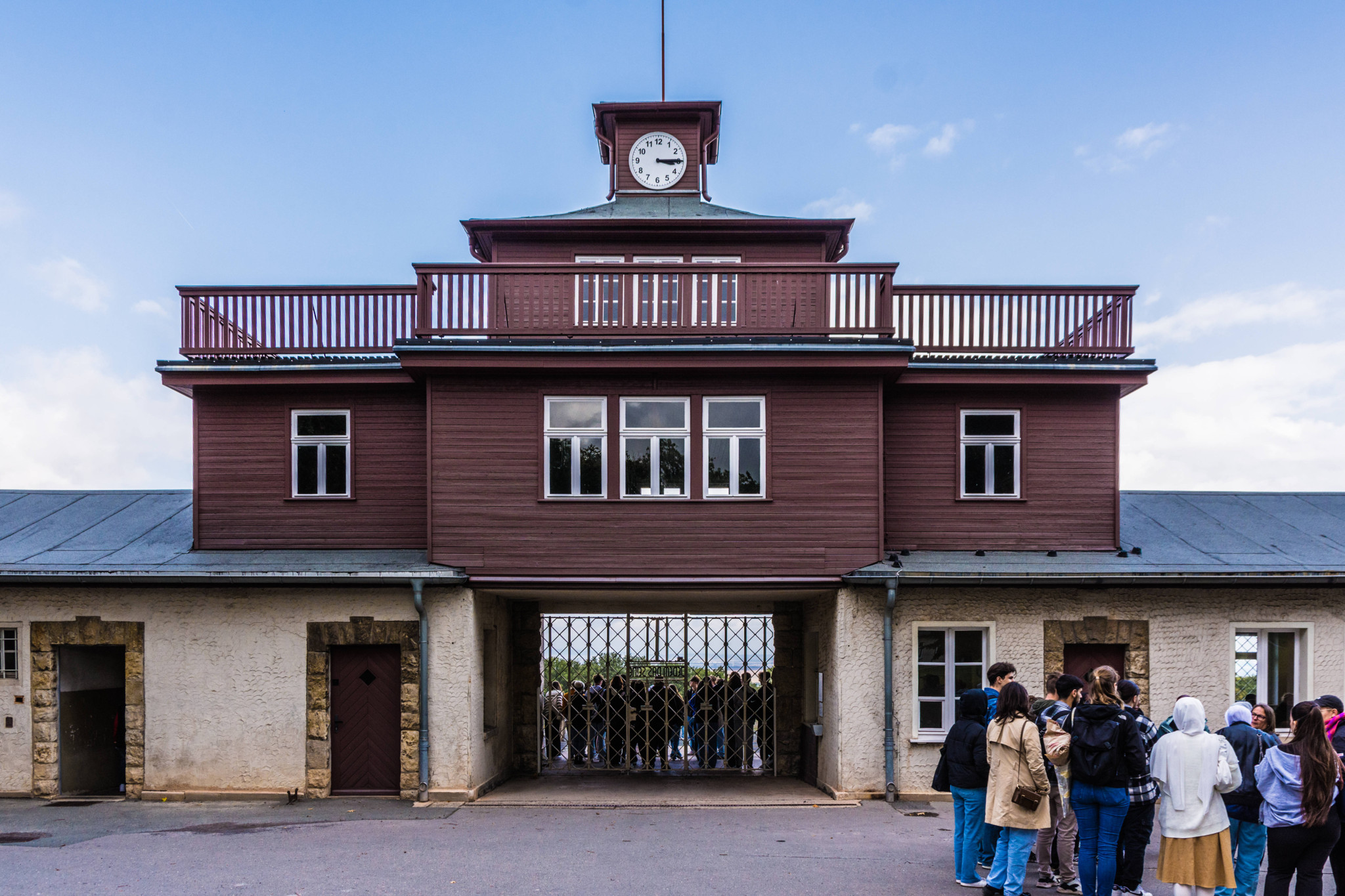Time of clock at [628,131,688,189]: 3:14
